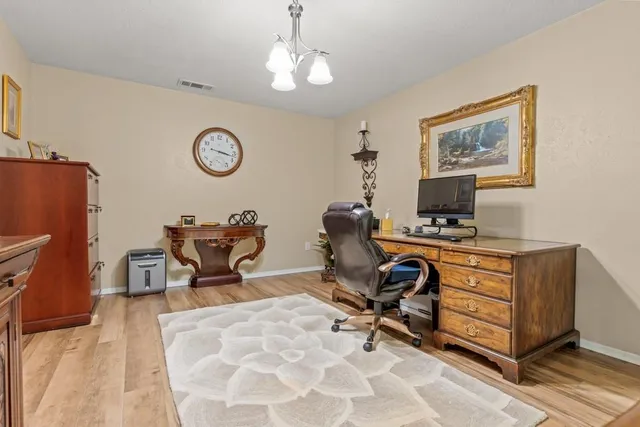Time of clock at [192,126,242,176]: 3:17
